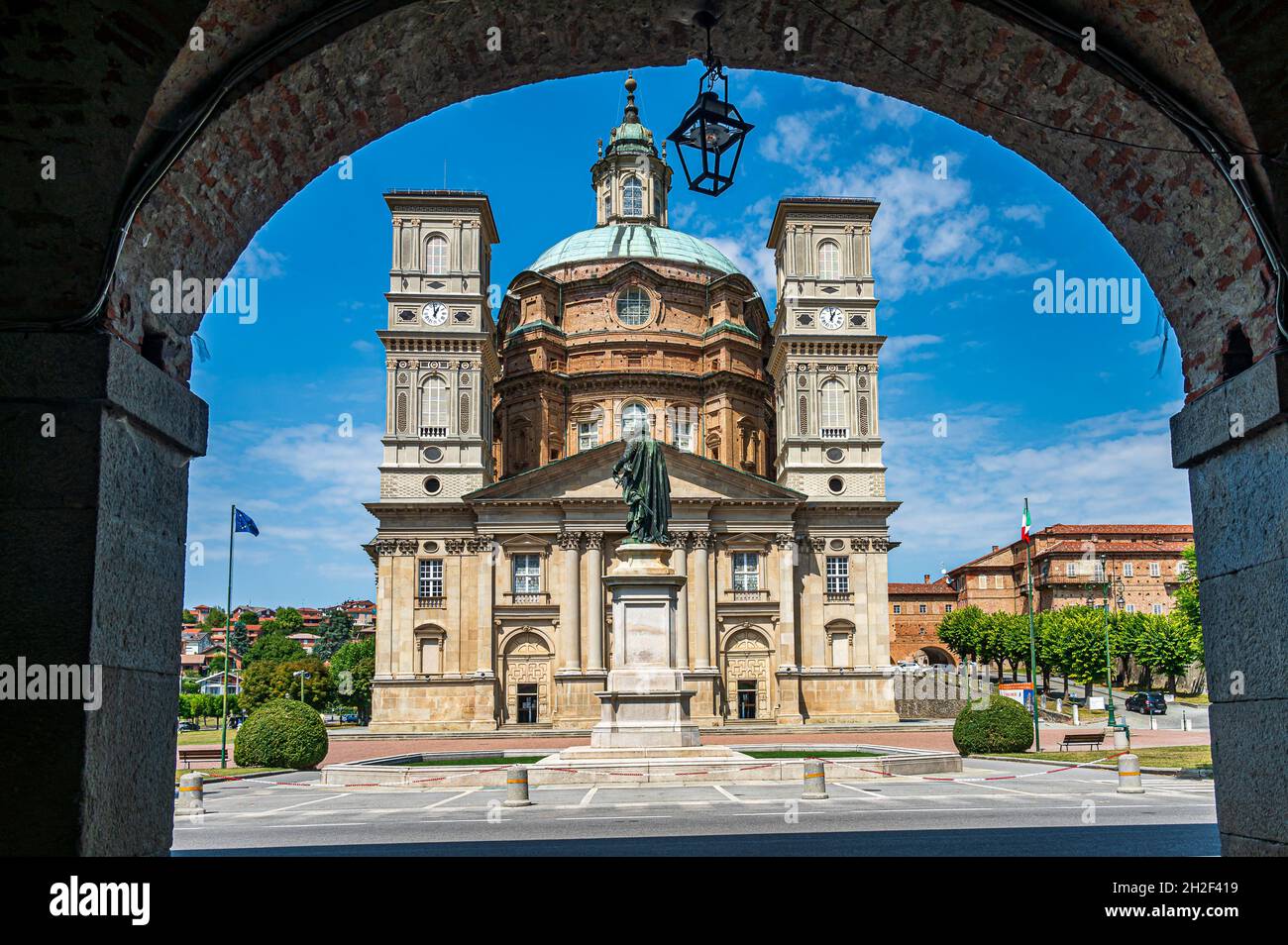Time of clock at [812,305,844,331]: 12:59
